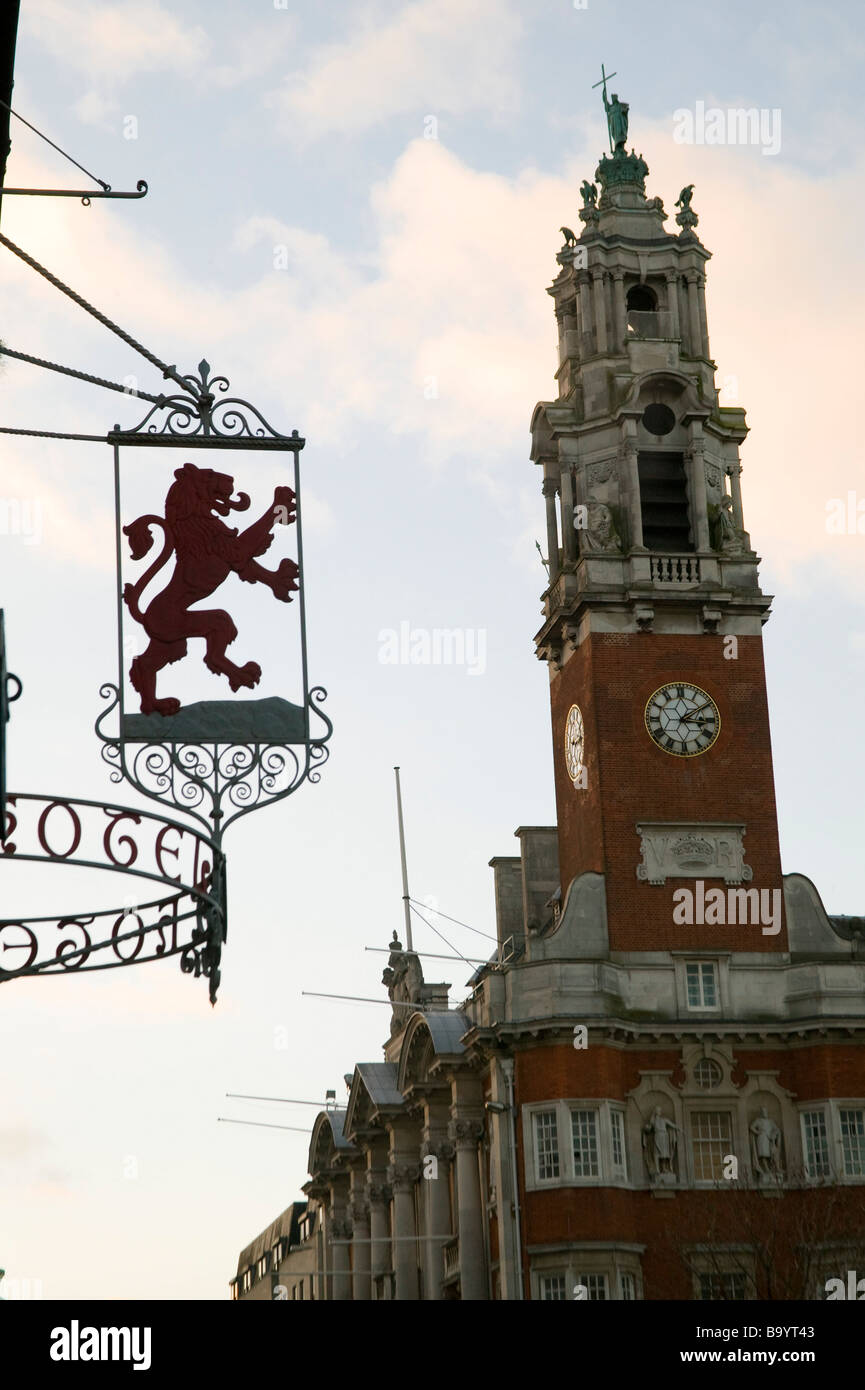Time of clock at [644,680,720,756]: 3:09
